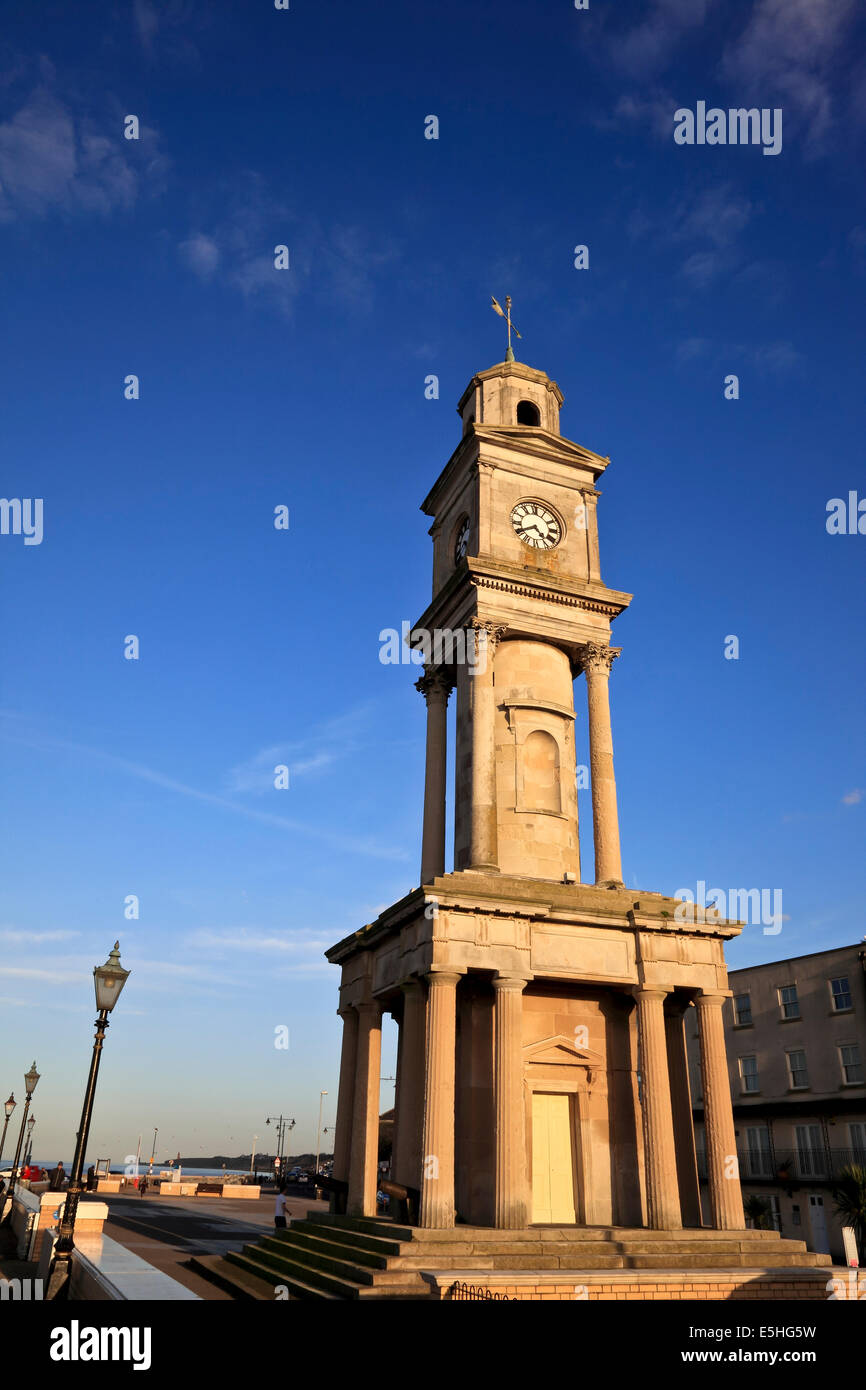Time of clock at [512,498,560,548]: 4:40
